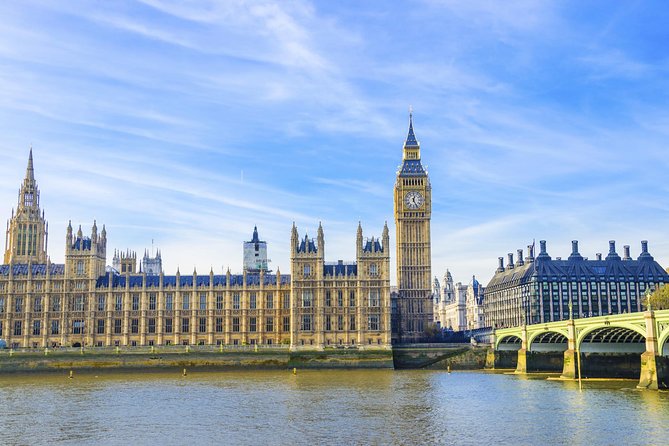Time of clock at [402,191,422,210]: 12:25
